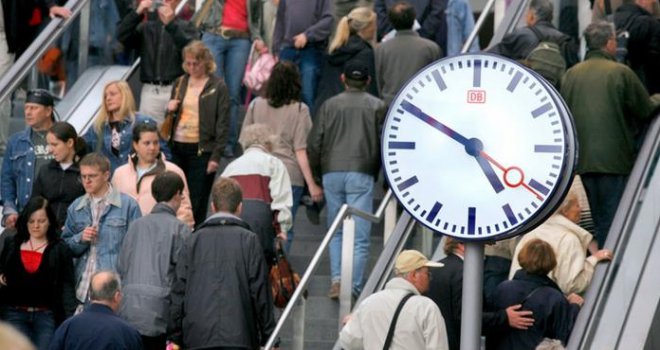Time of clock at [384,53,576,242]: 4:50
